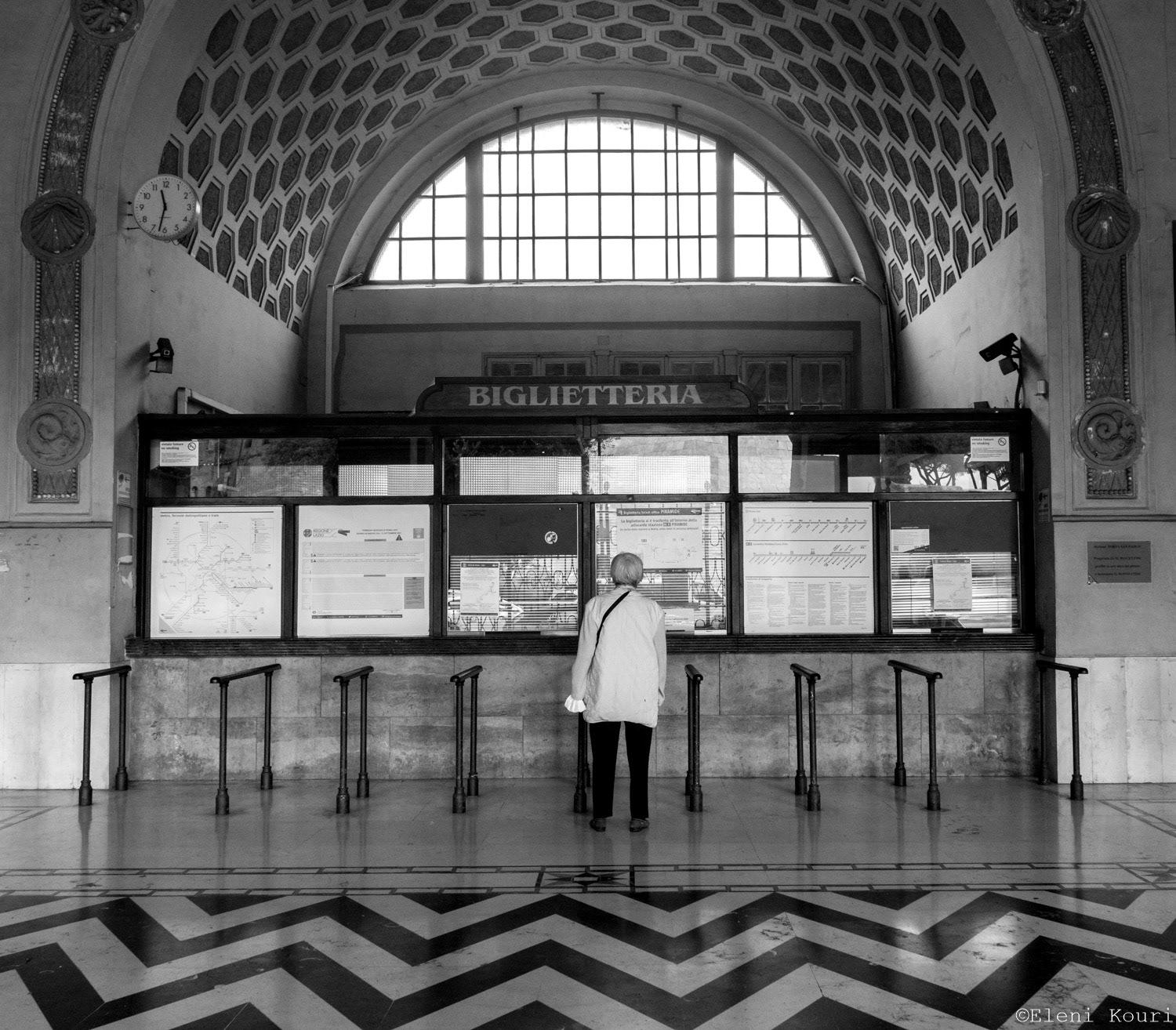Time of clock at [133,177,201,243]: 11:32
